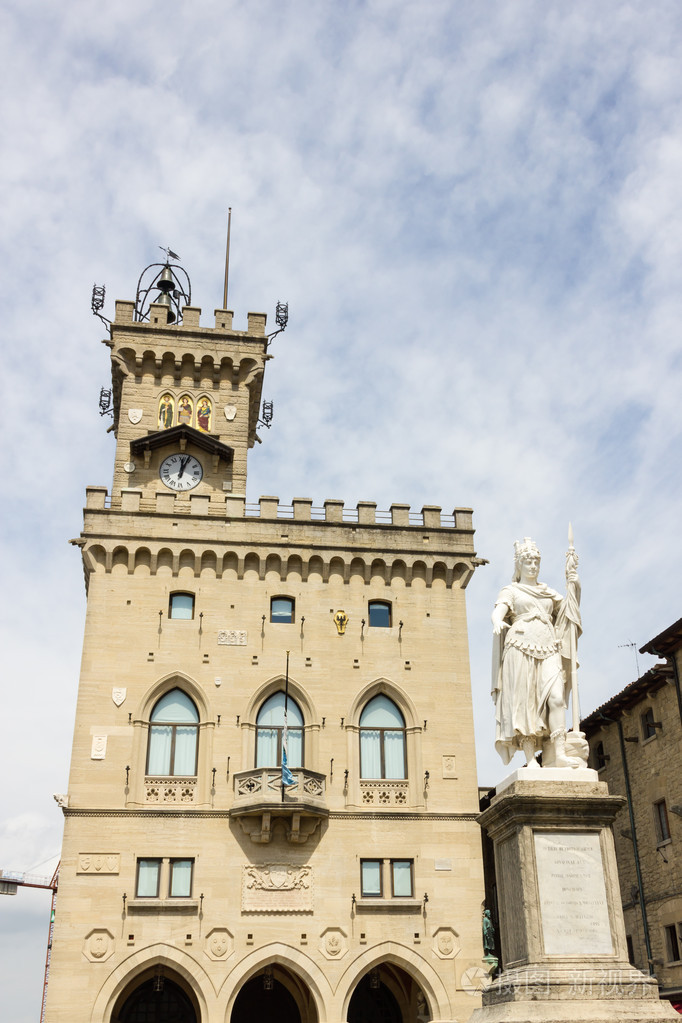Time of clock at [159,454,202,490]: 12:03
